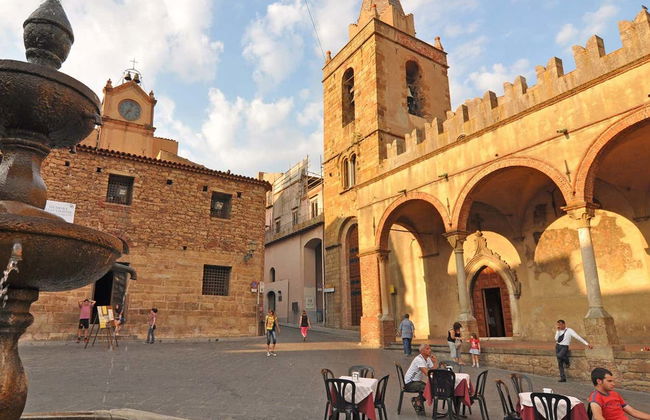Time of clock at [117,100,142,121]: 7:03
